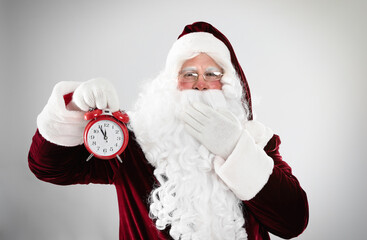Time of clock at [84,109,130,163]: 11:54
